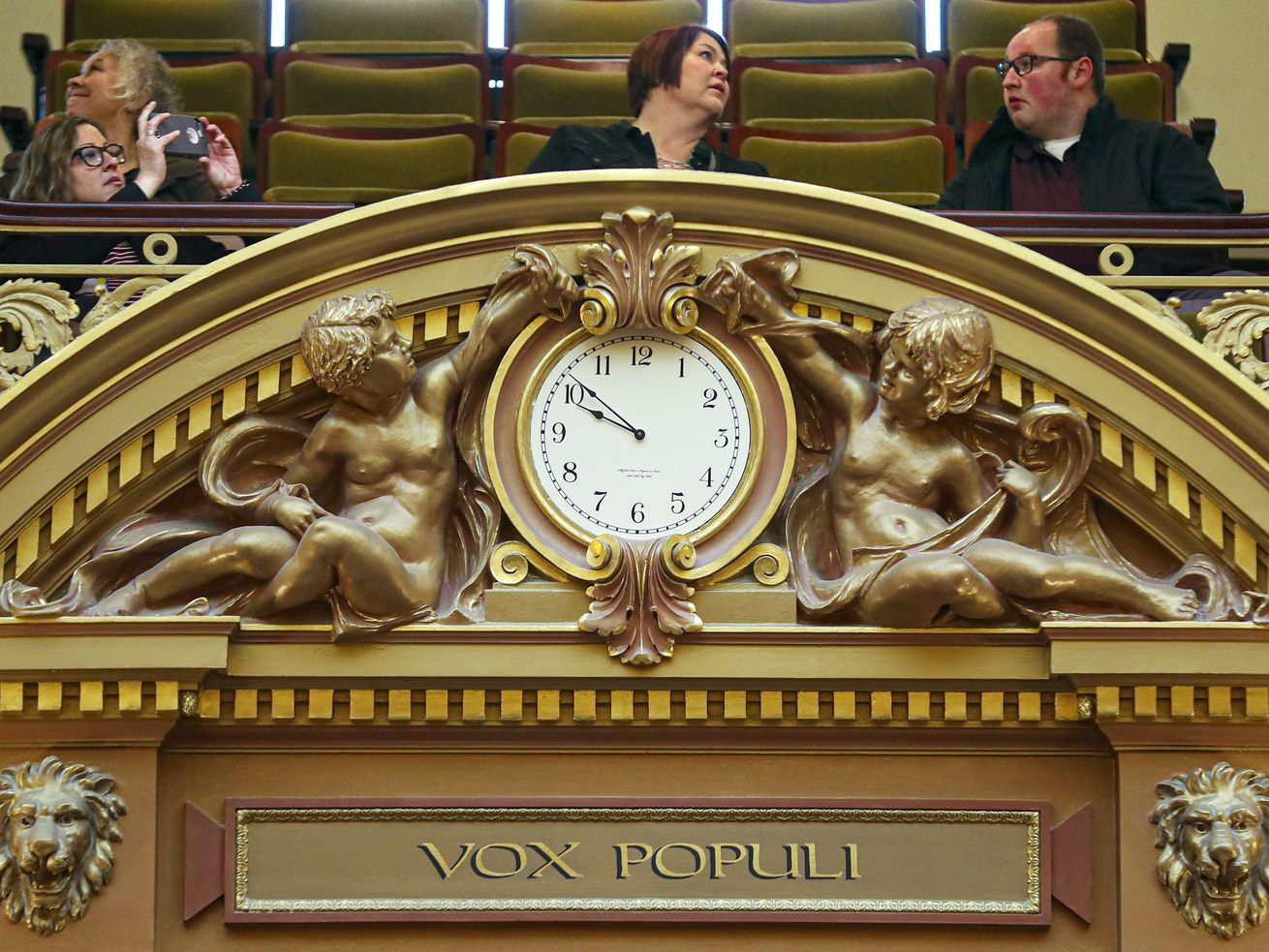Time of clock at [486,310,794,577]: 9:51
